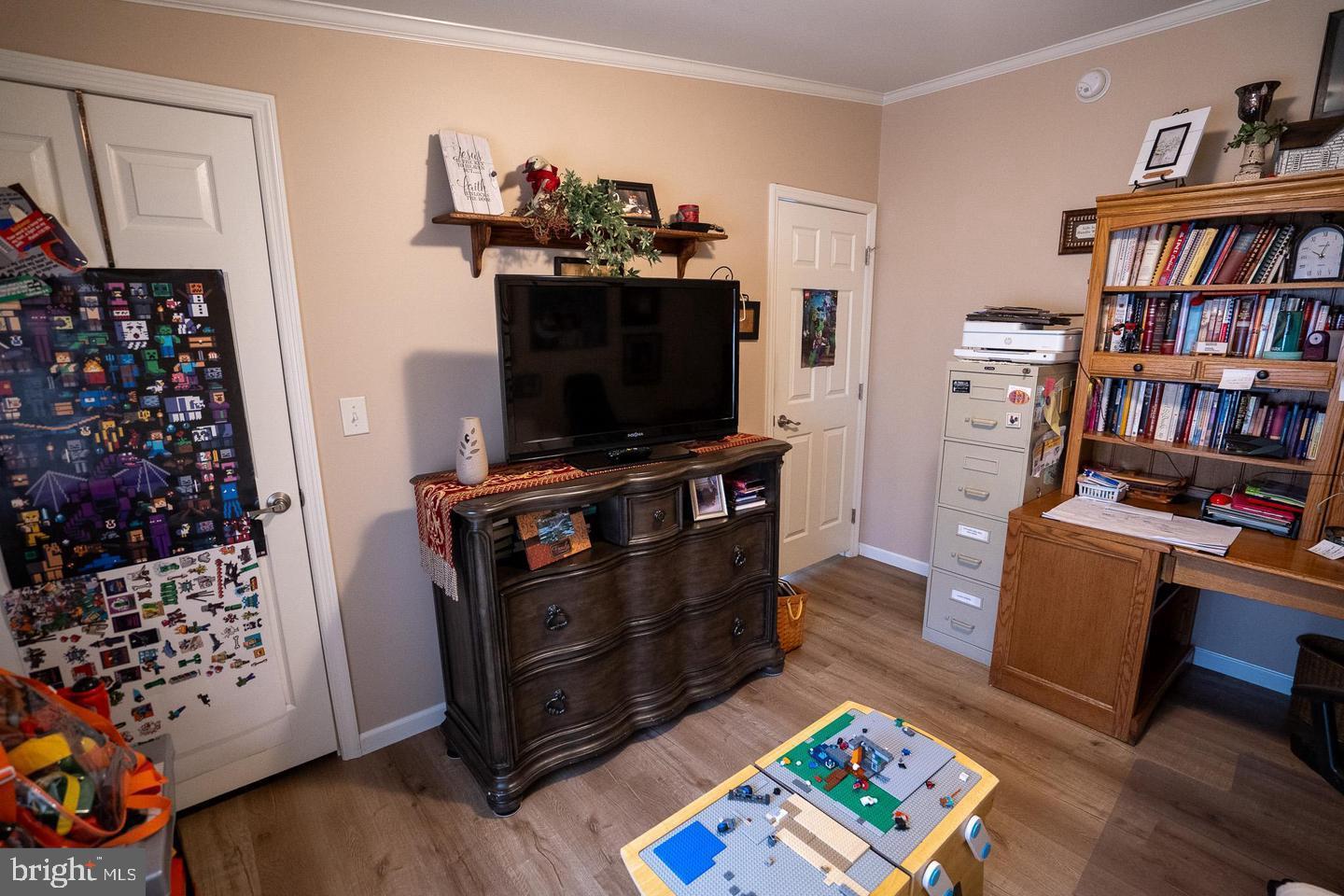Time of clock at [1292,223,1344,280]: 10:03
